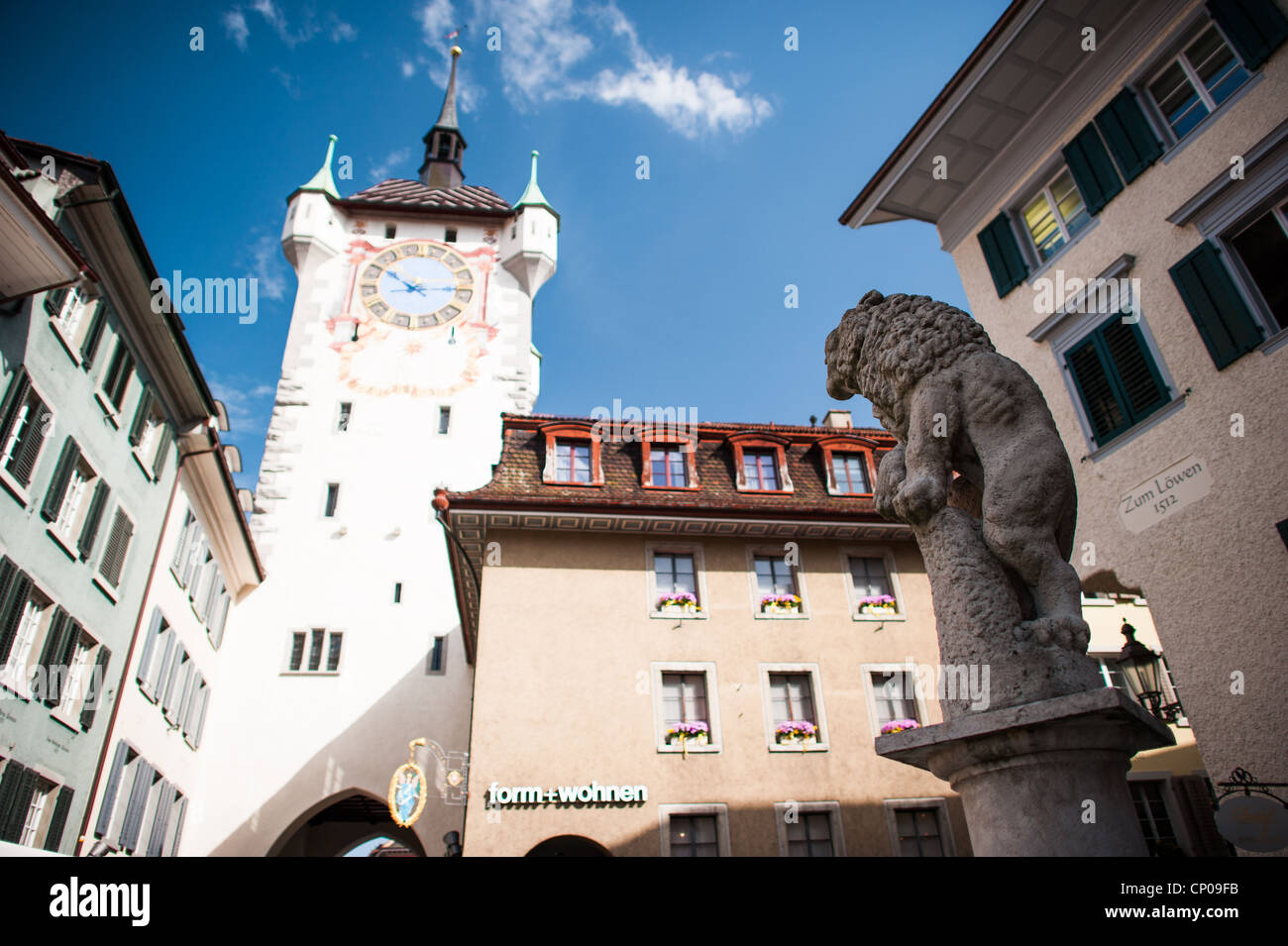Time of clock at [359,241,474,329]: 10:14
